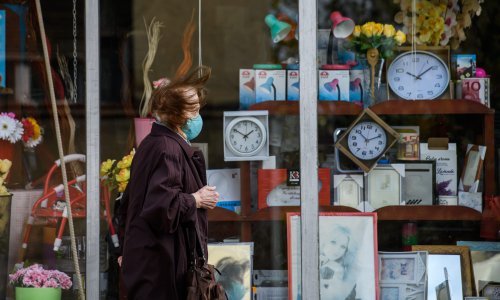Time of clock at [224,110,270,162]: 1:50
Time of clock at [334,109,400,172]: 10:10
